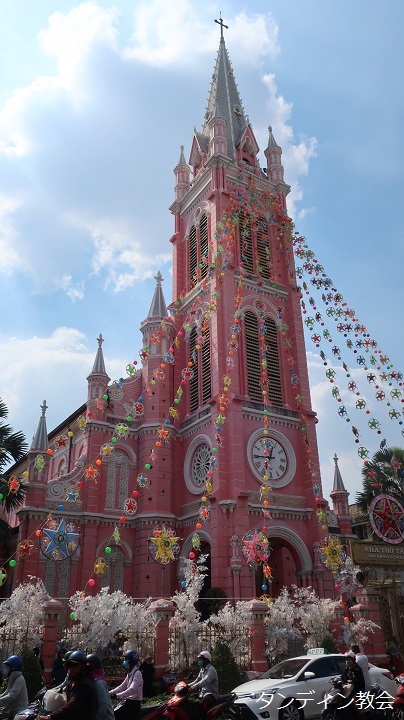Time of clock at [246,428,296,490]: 12:44
